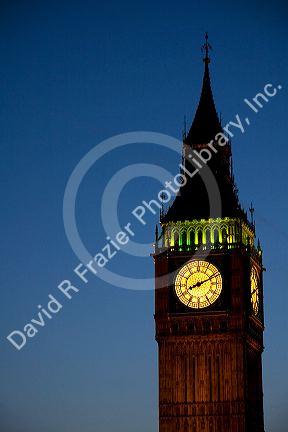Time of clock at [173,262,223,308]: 8:11
